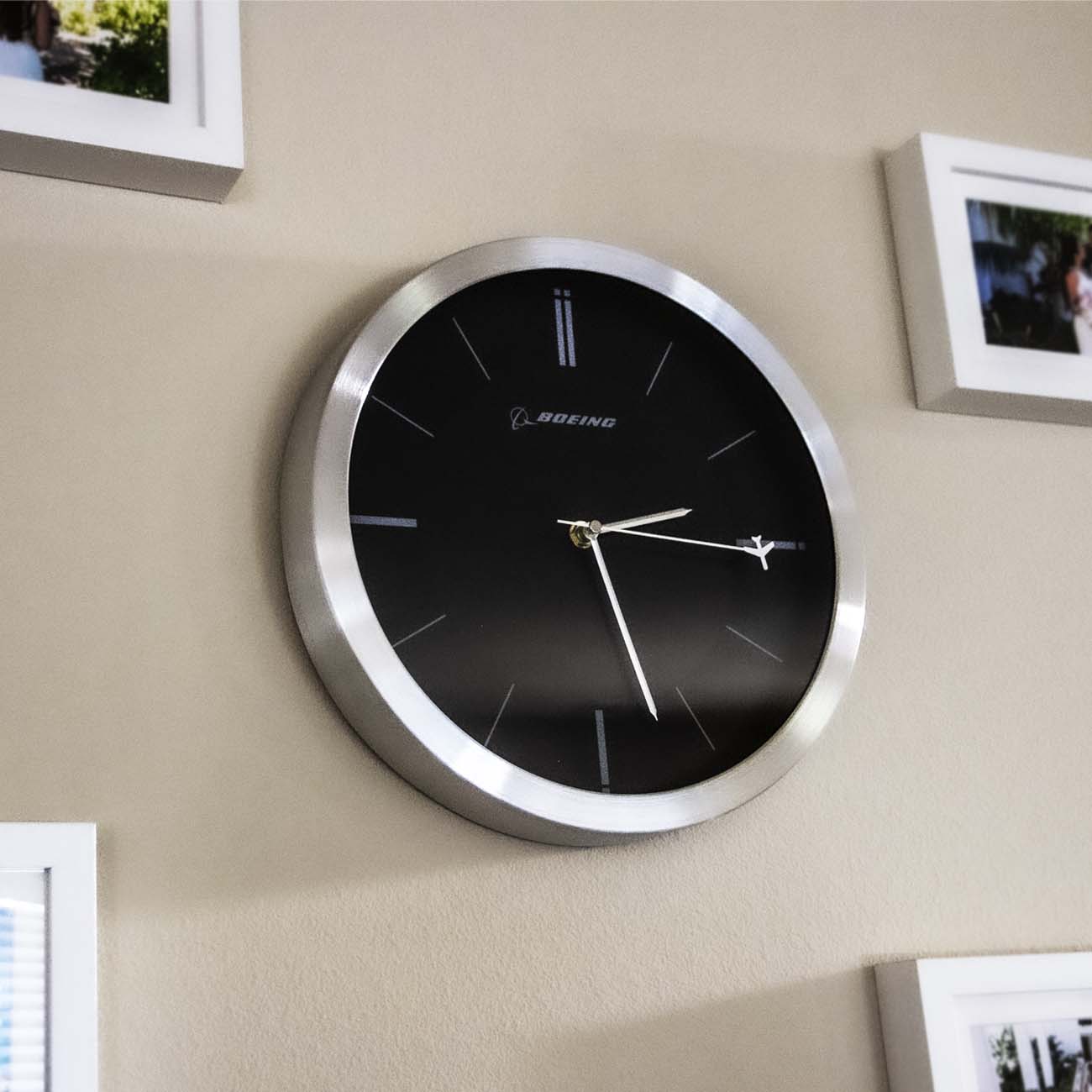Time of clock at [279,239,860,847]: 2:27
